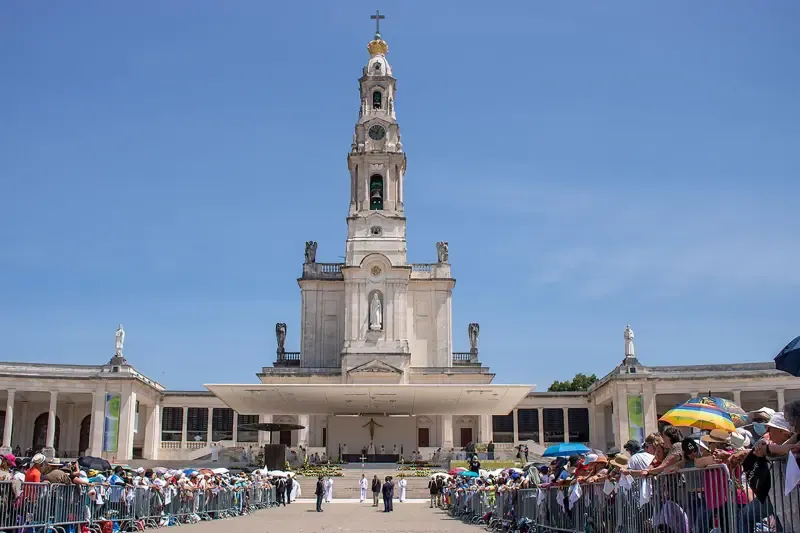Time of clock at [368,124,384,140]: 12:49
